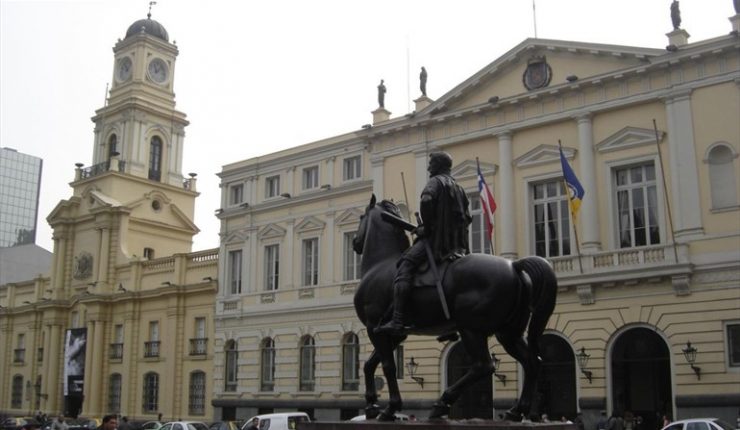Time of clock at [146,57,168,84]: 11:07
